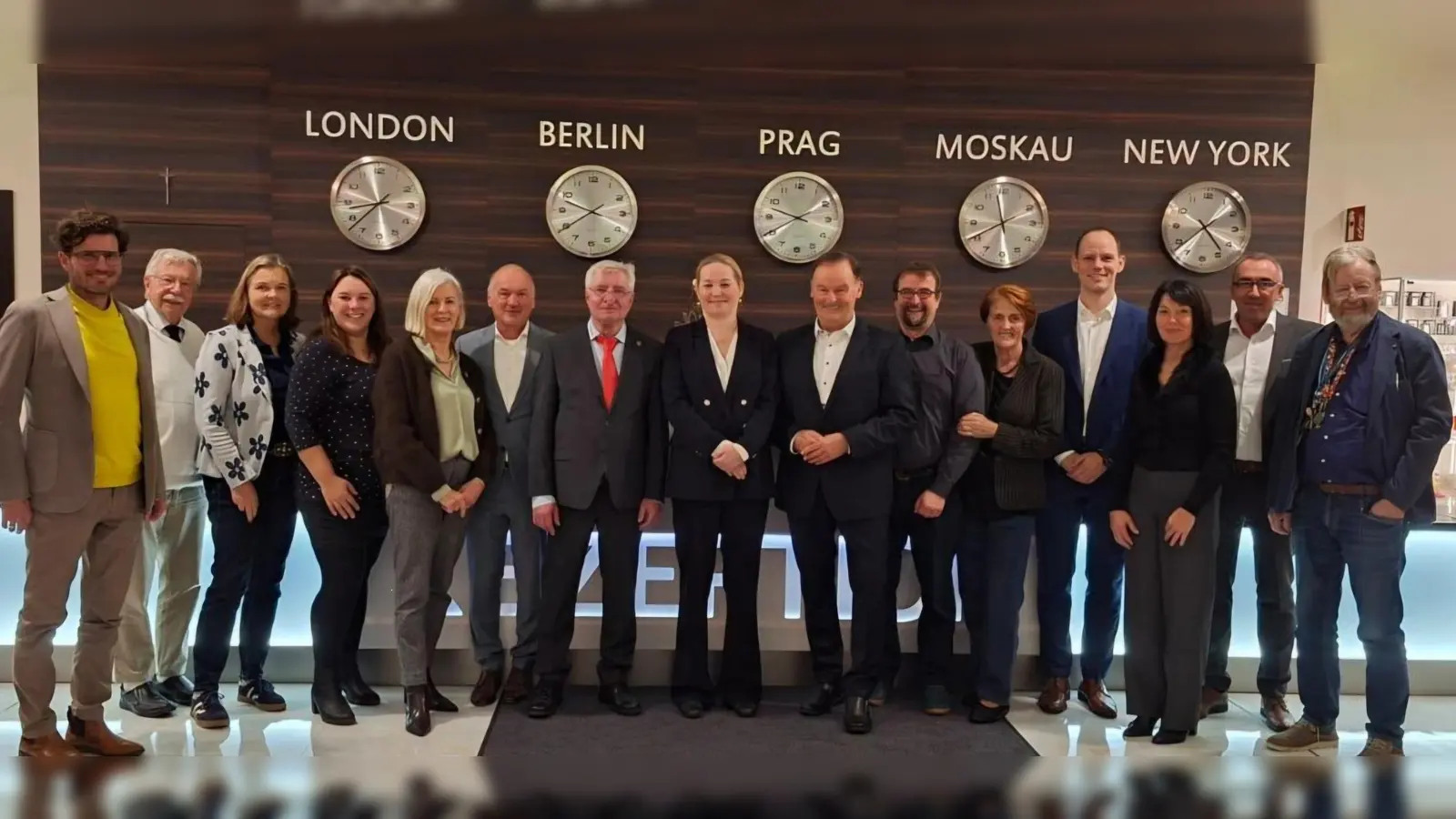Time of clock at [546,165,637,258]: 9:39
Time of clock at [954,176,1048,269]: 11:40
